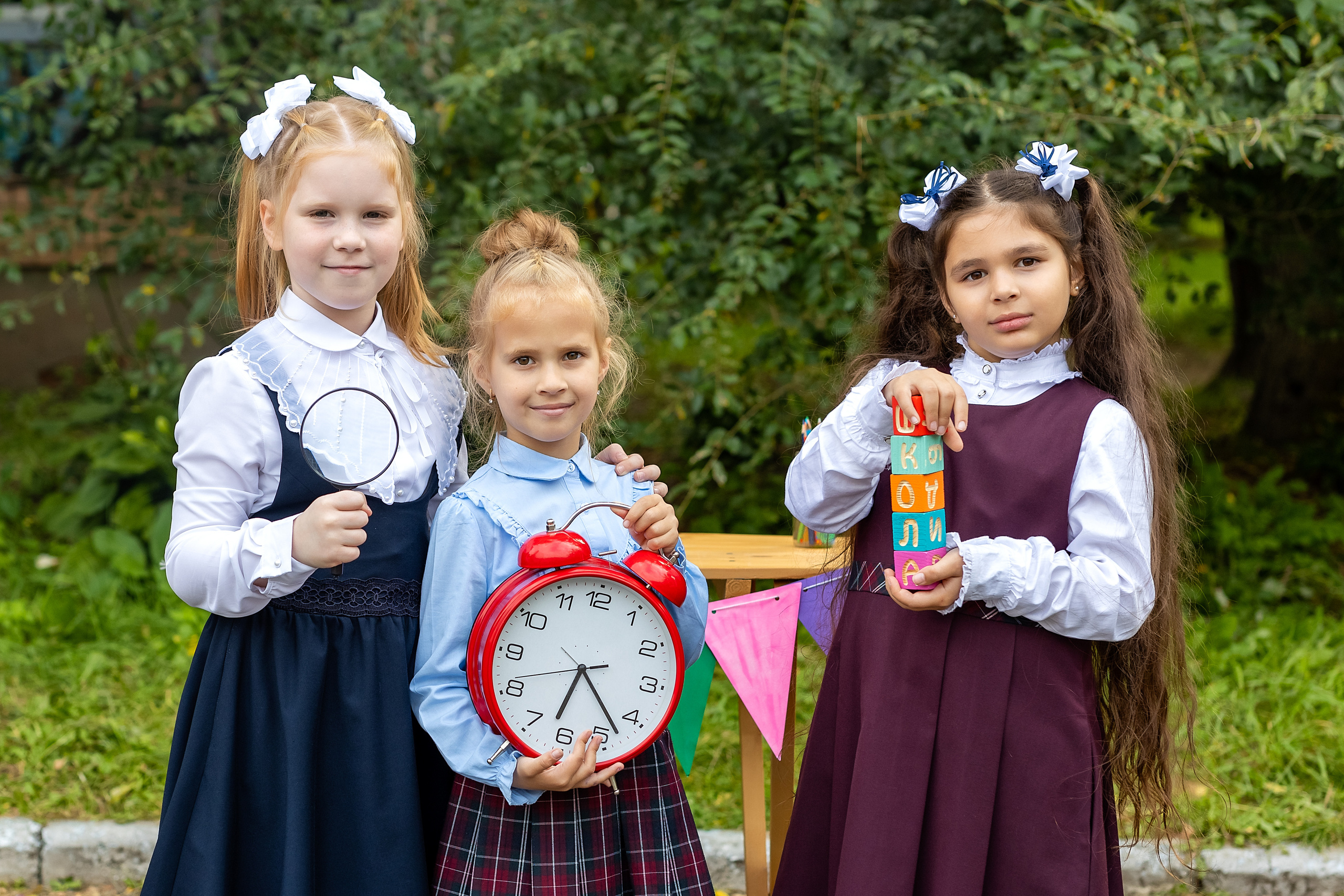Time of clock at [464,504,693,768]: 6:22
